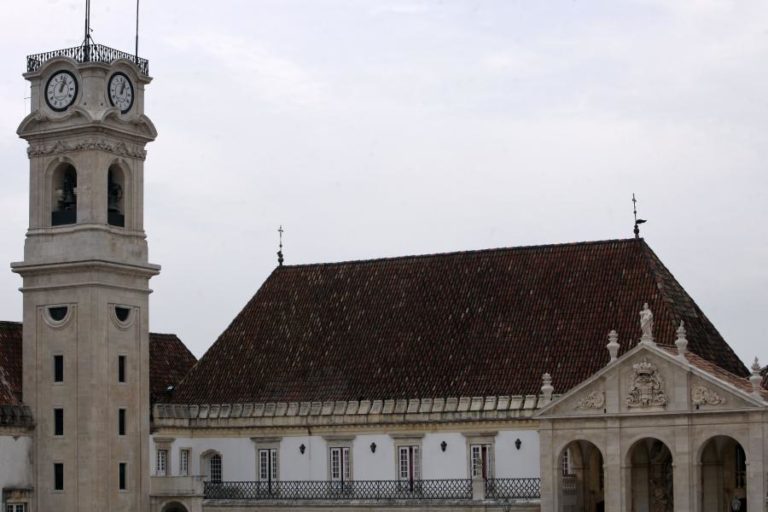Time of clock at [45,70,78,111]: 1:02
